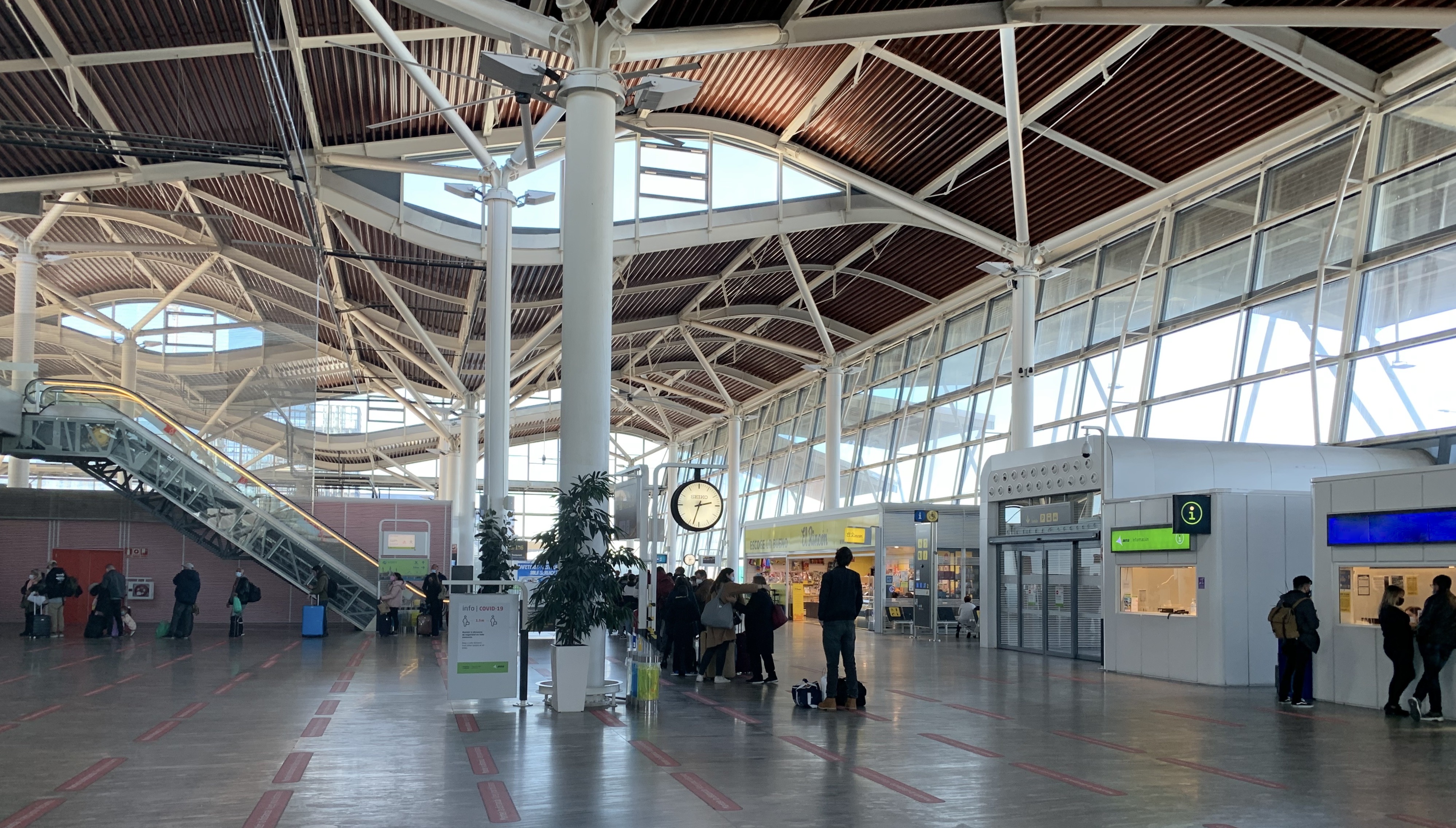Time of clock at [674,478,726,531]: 2:32
